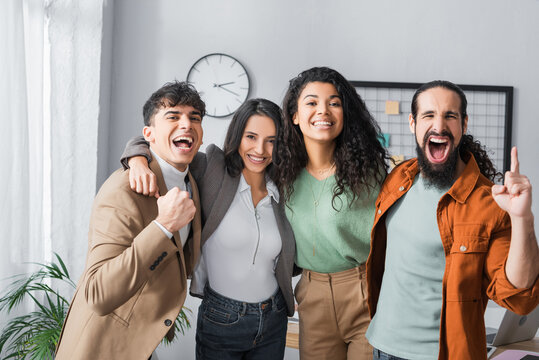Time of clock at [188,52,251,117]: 2:18
